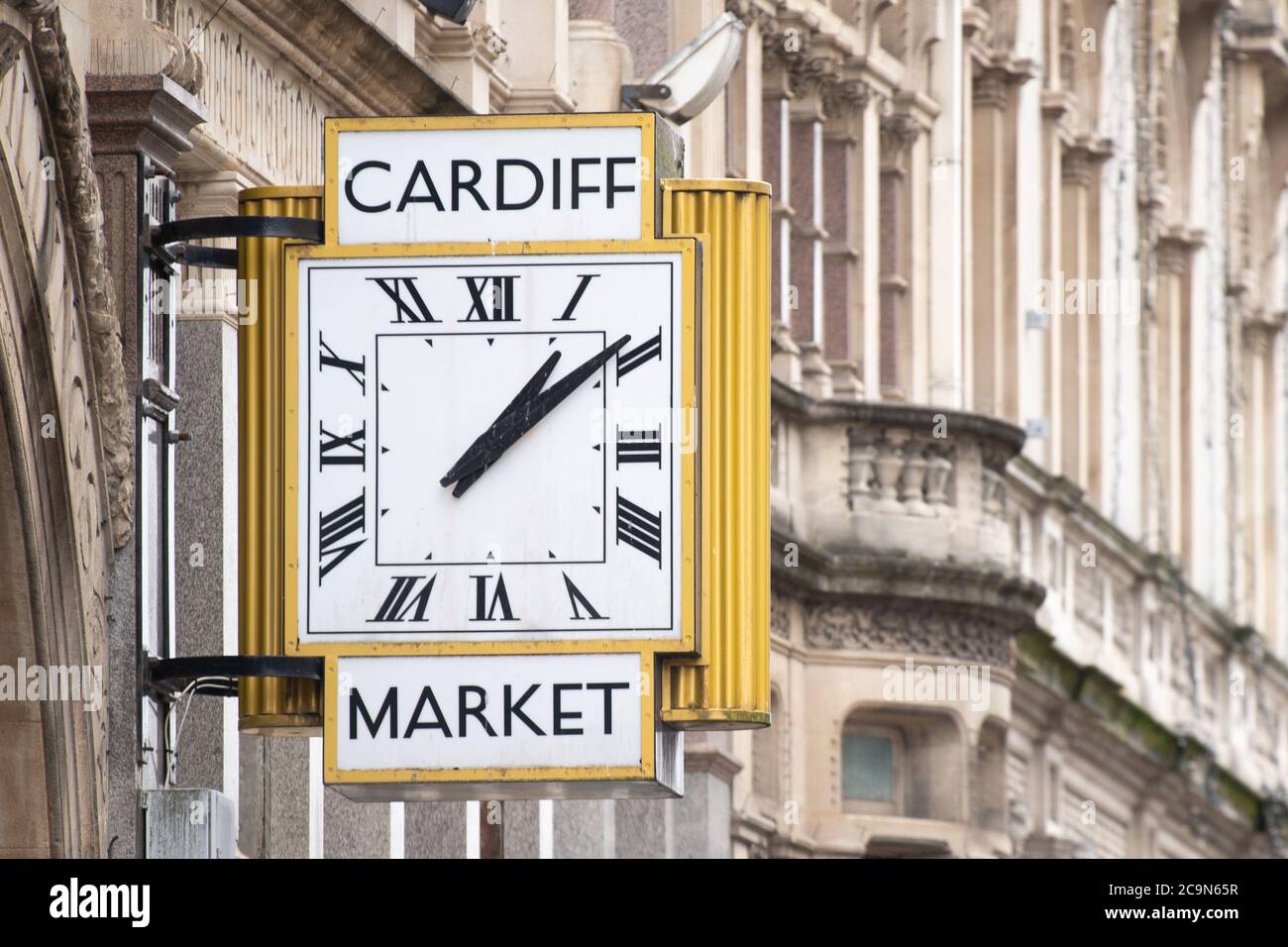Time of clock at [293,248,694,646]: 1:08
